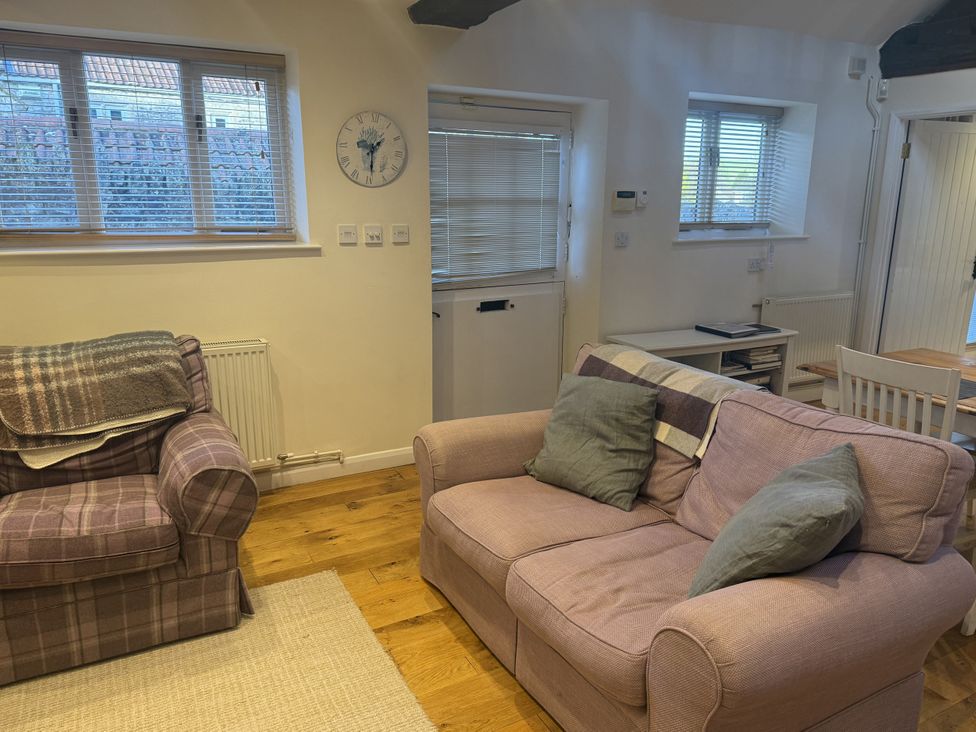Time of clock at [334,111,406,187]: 1:29
